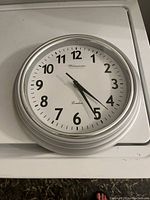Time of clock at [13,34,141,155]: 4:25
